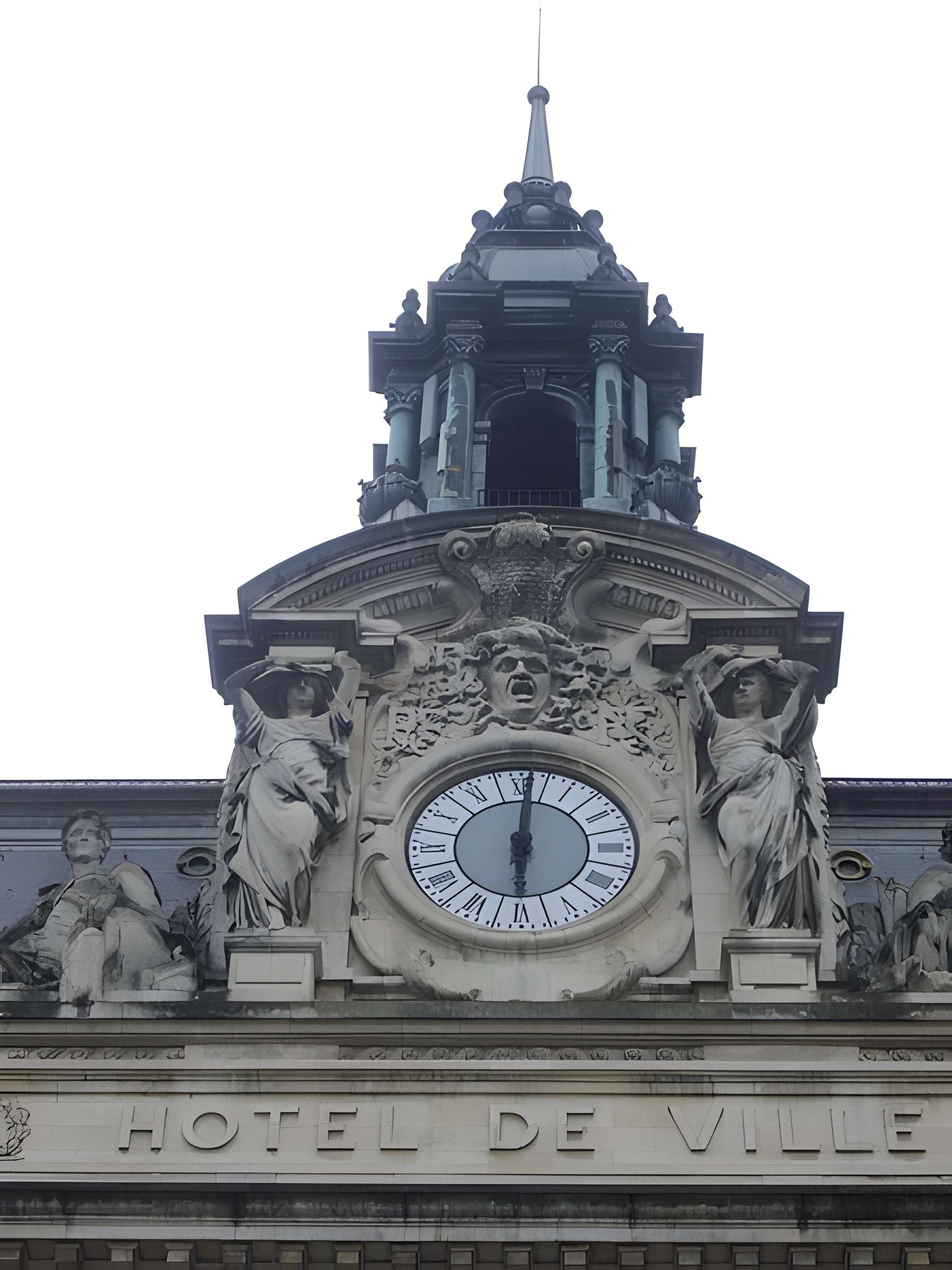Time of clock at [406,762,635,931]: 6:00
